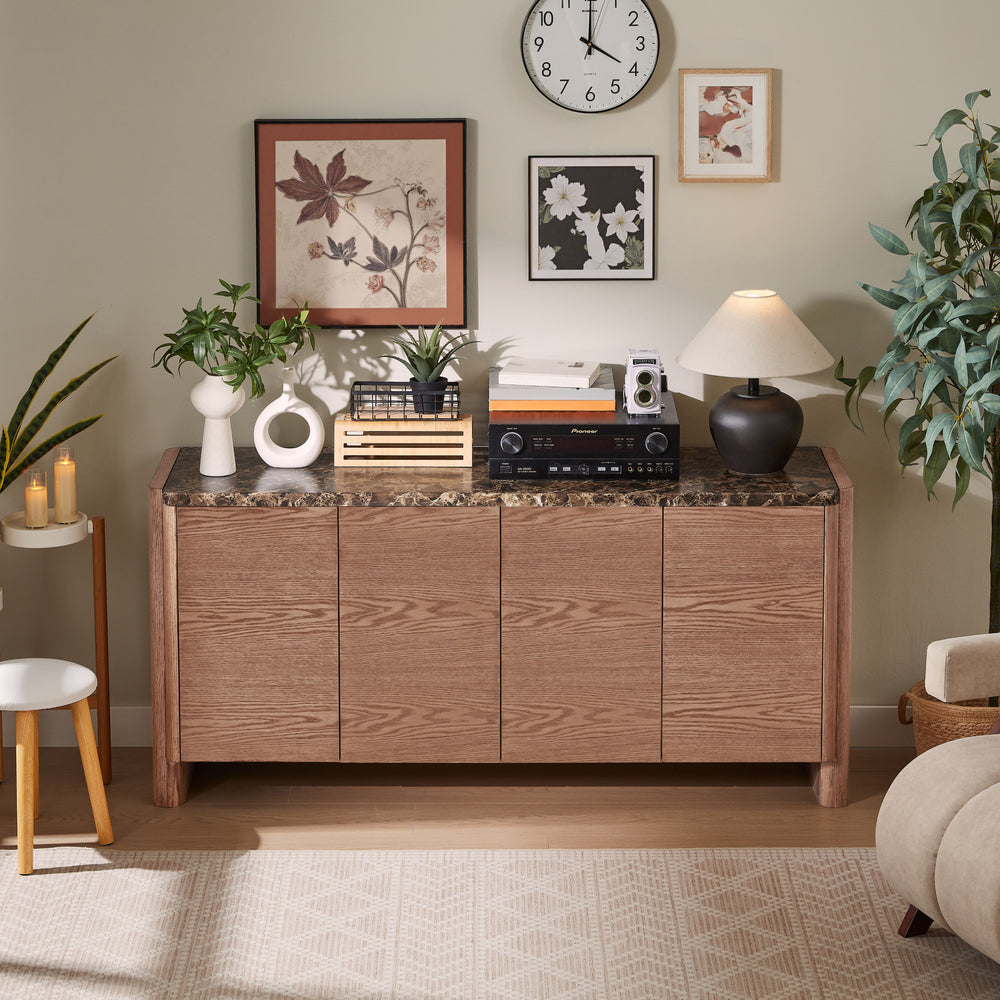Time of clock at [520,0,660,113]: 4:00
